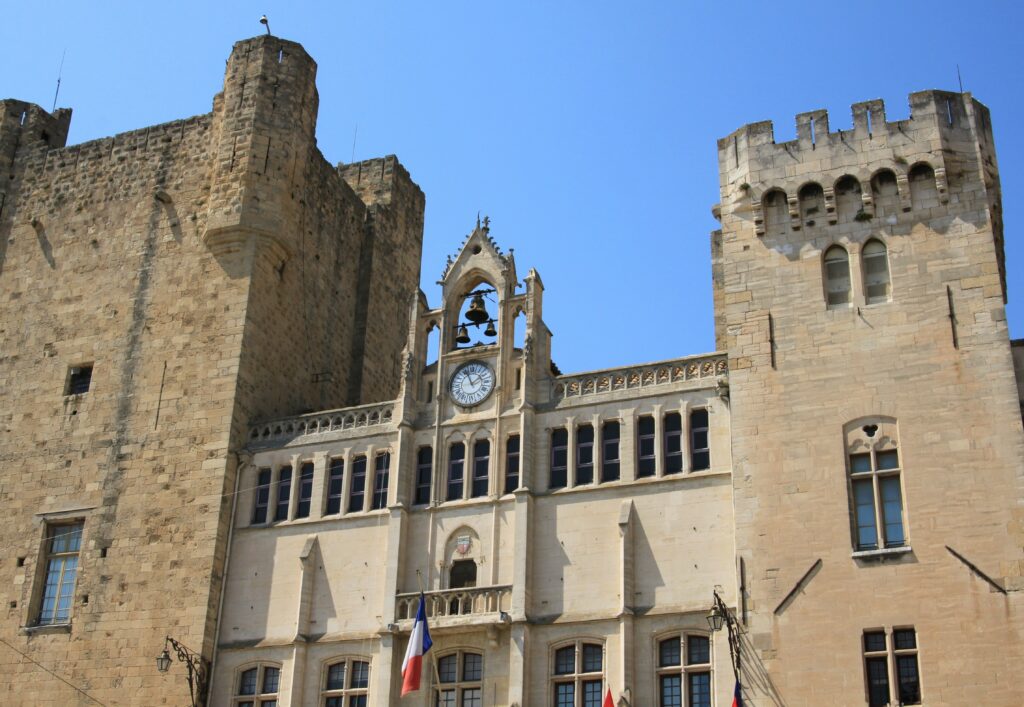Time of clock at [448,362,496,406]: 1:56
